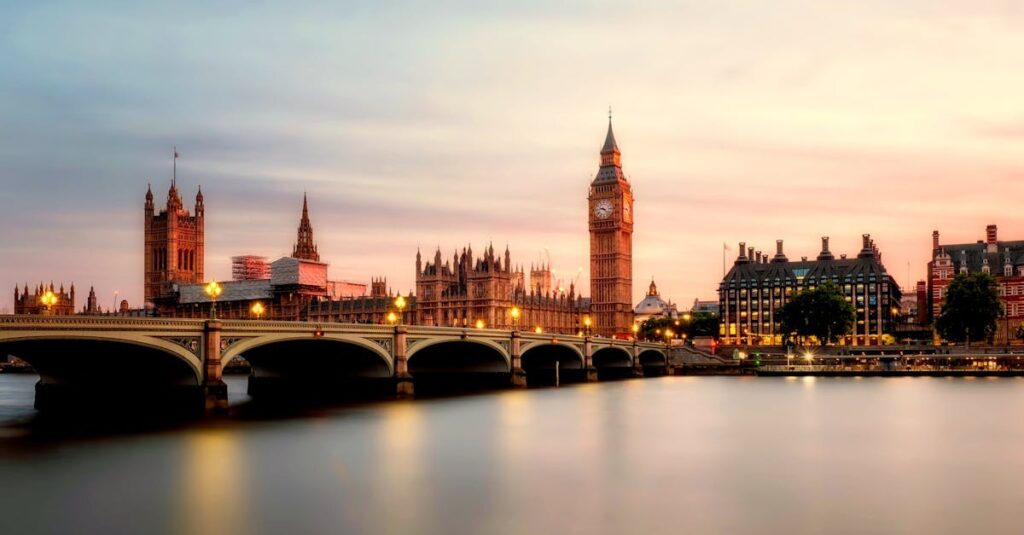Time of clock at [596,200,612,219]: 9:22
